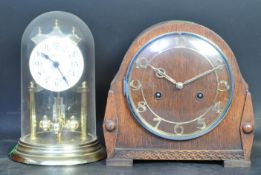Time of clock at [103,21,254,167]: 10:10
